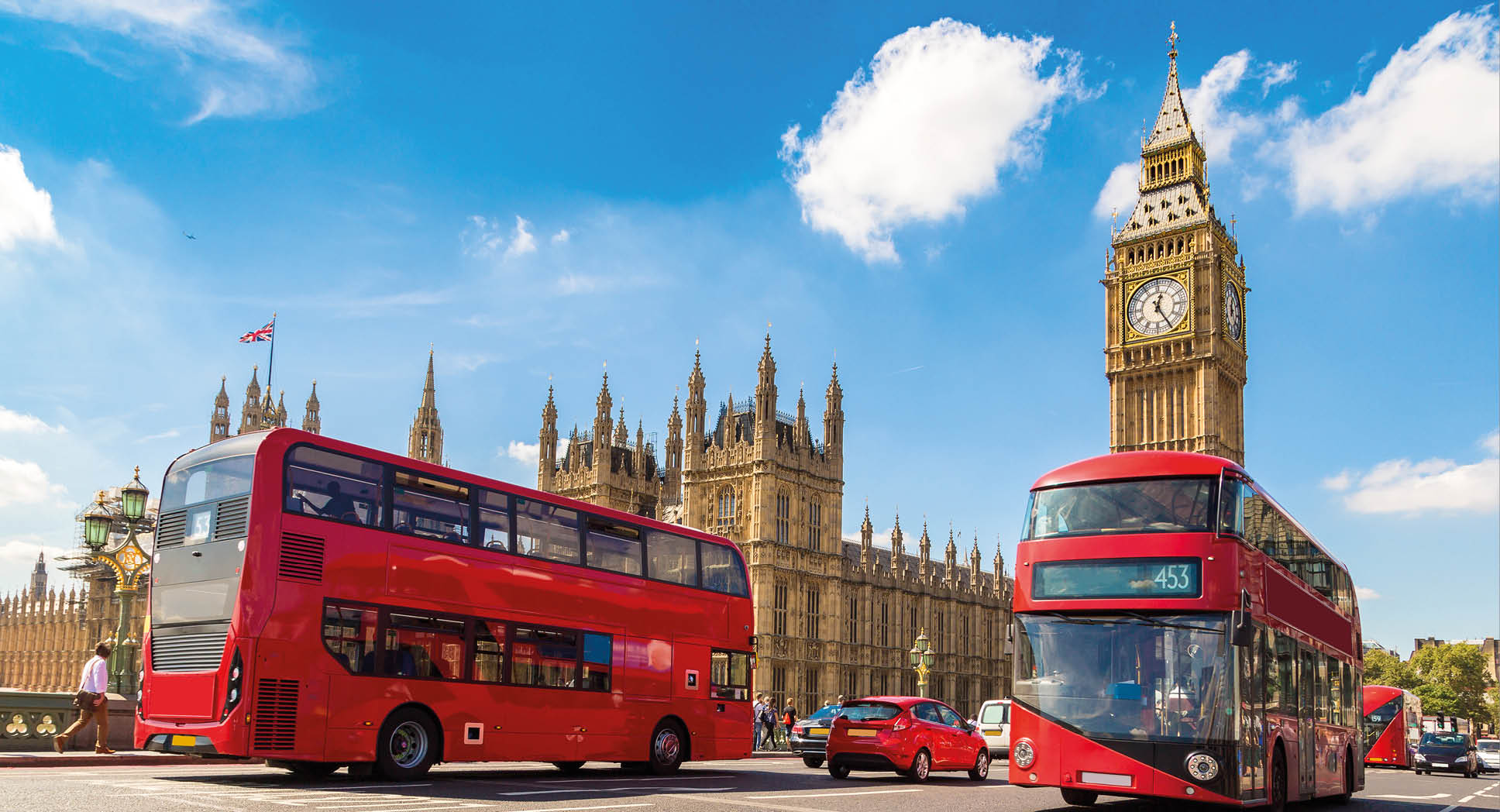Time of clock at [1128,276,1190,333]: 12:24
